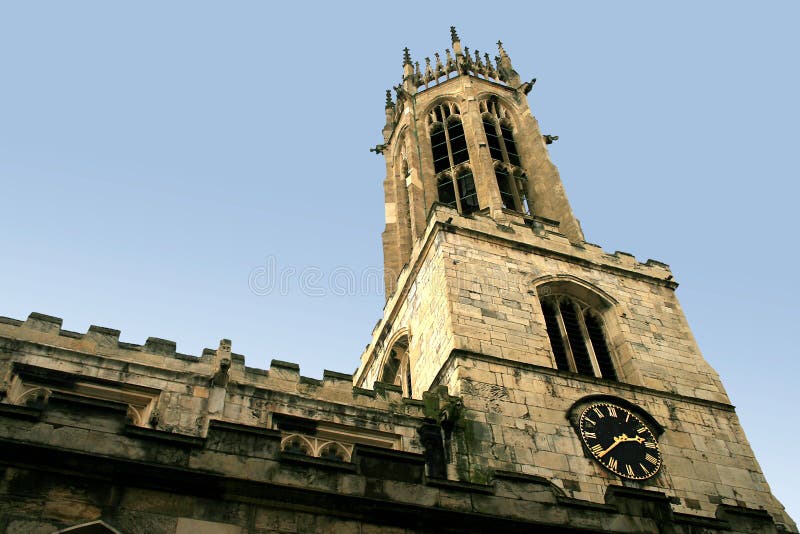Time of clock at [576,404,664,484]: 2:38
